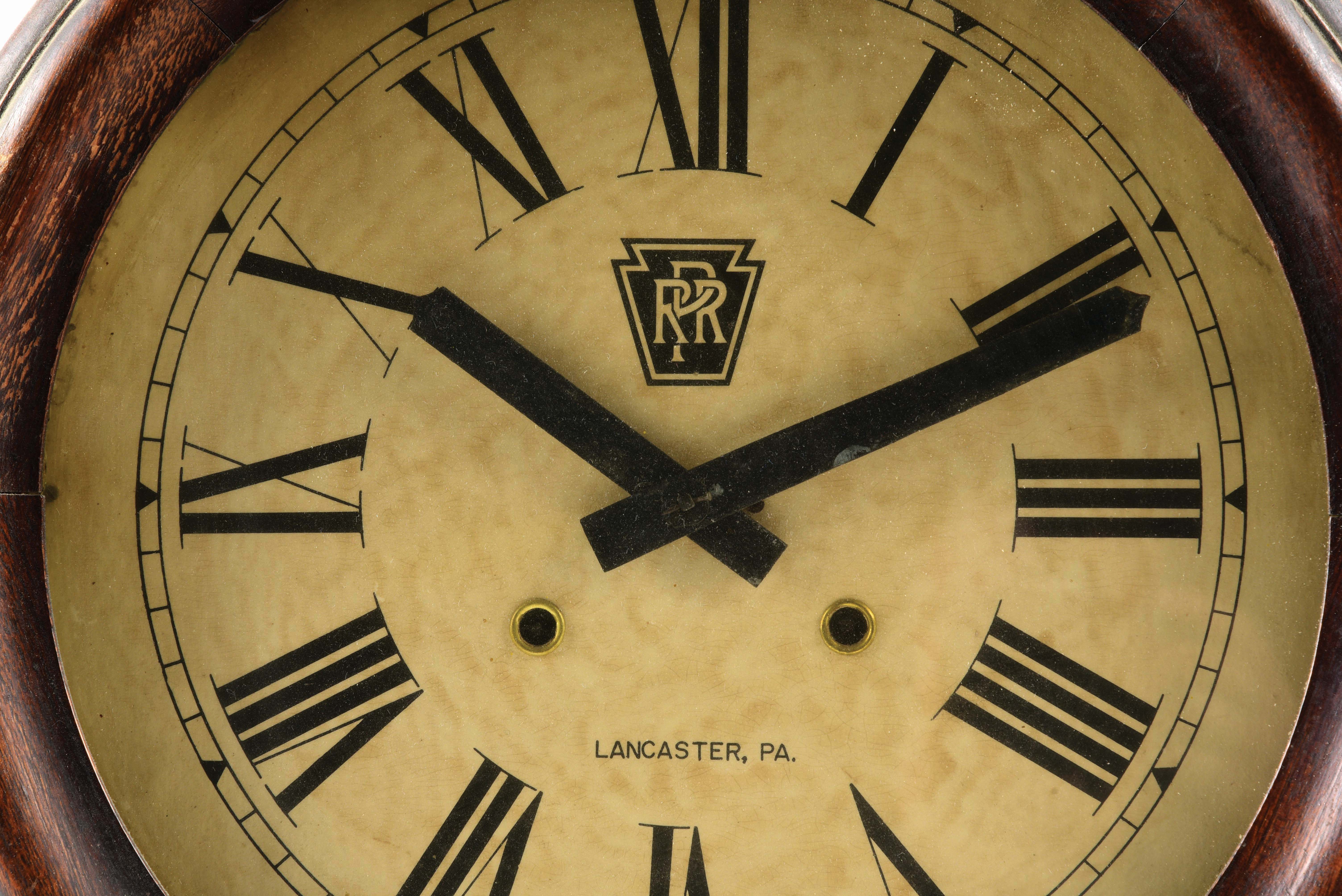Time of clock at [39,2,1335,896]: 10:10
